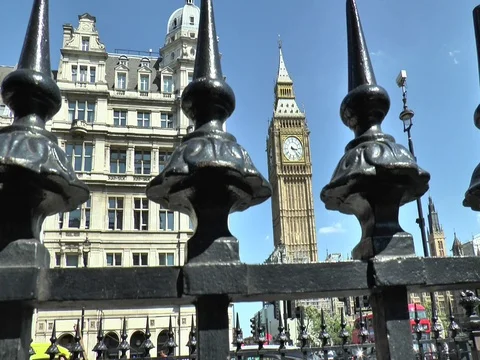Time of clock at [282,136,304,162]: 3:23
